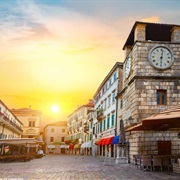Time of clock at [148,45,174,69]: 12:29
